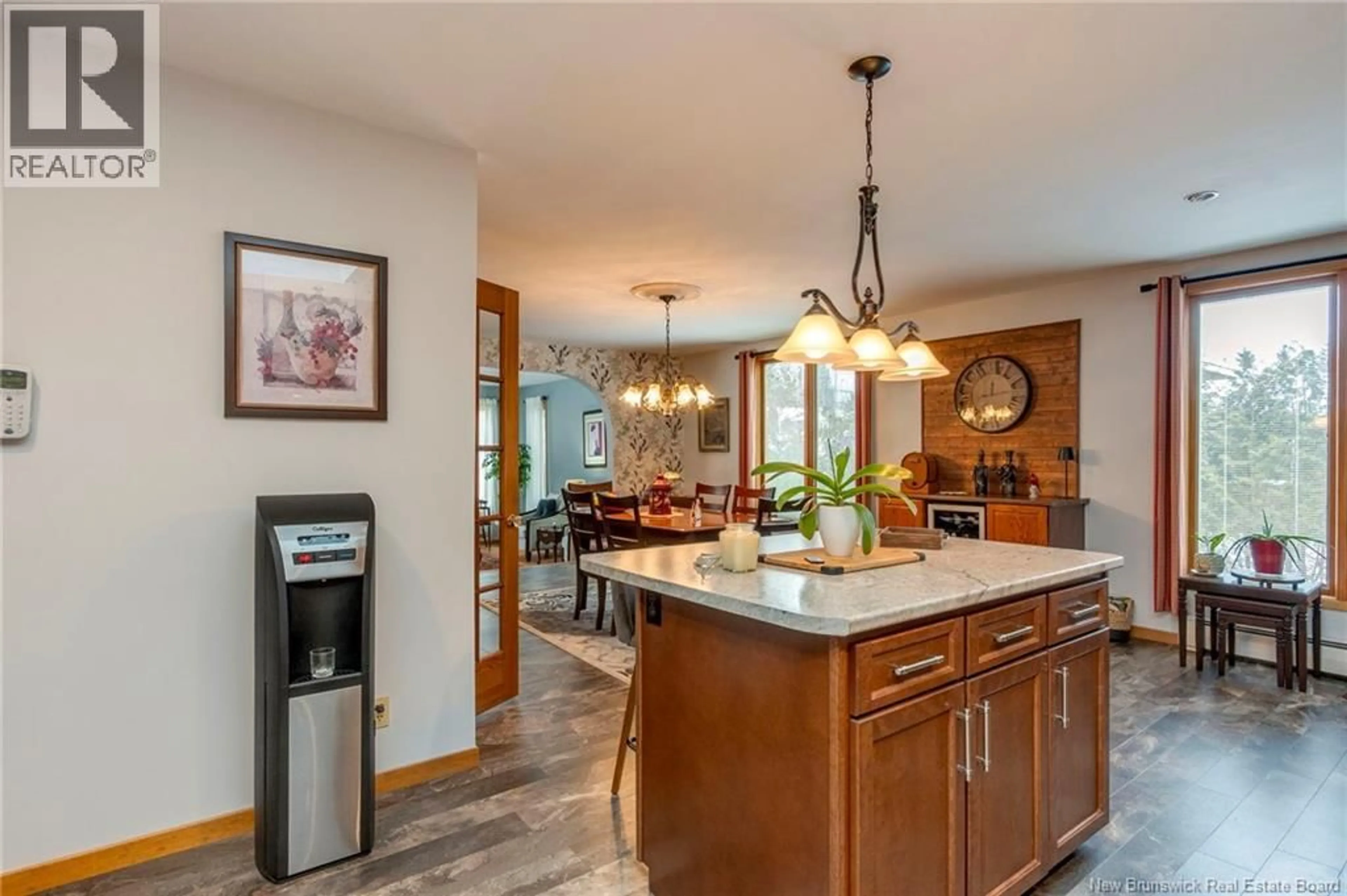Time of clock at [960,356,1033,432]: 12:13
